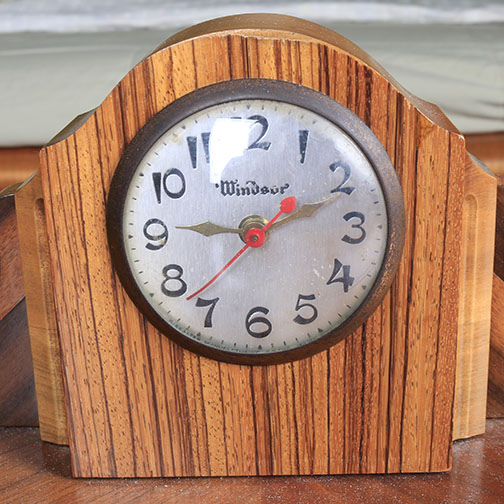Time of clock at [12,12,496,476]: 9:11
